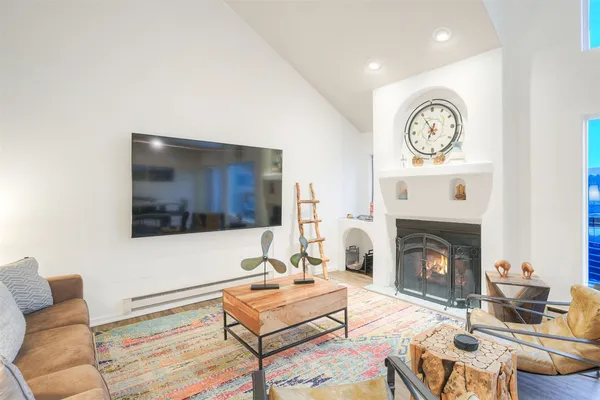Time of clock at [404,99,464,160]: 6:54
